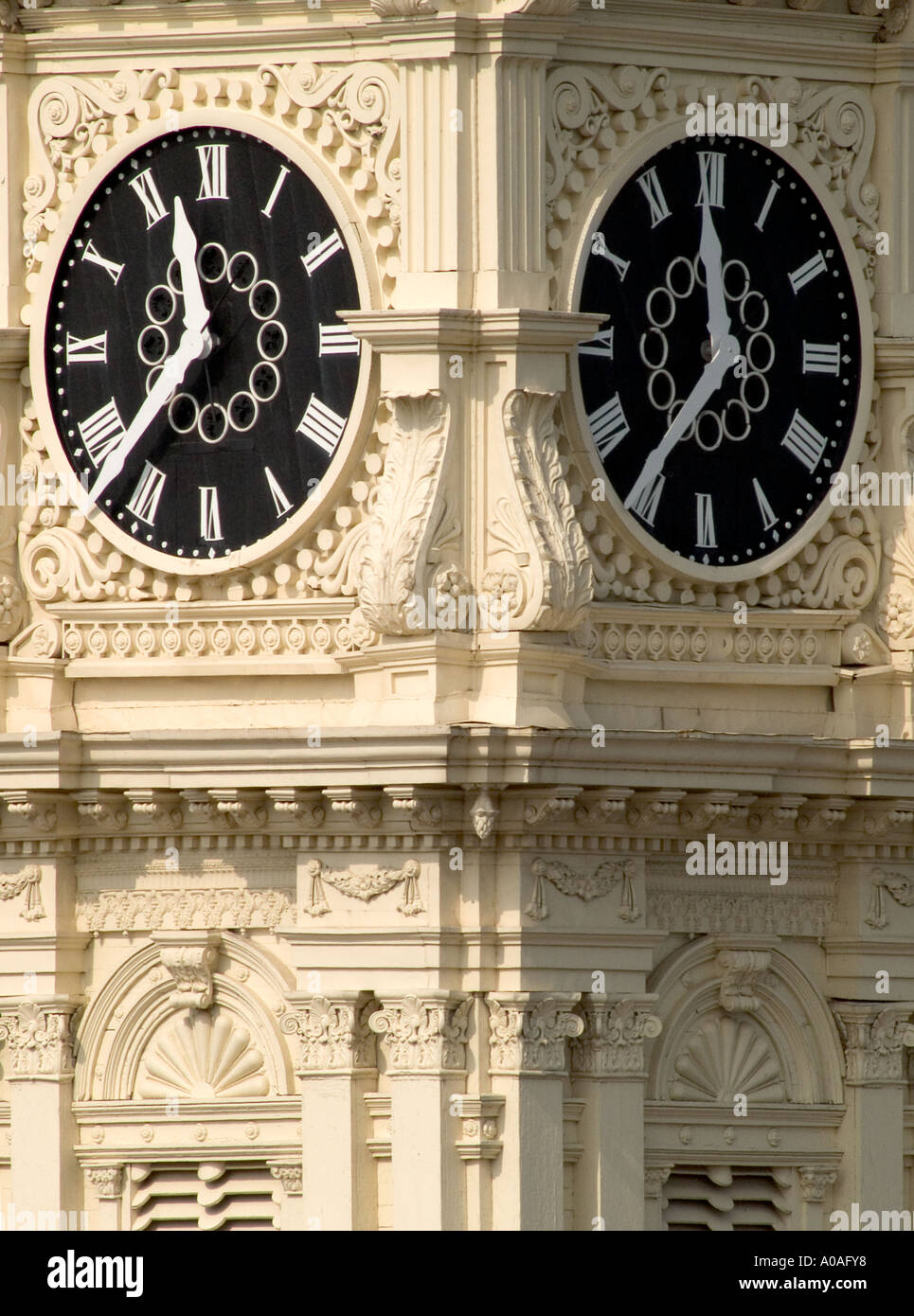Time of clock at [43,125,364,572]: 11:37
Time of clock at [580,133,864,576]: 11:36
